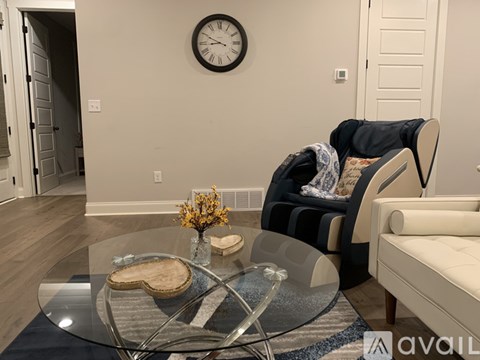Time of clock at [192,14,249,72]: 8:49
